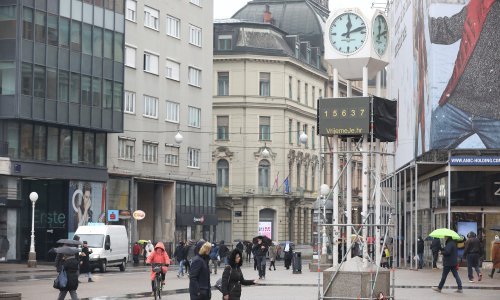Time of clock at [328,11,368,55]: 12:12
